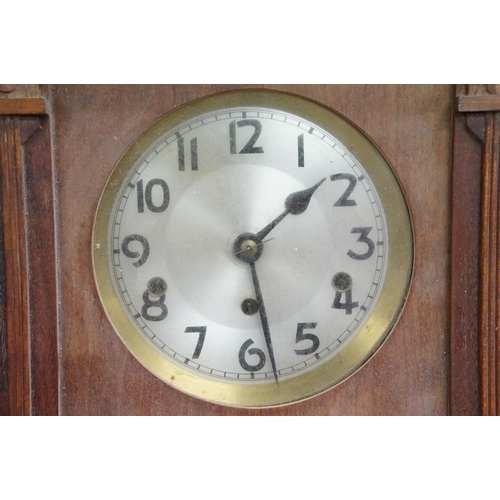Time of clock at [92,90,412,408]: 1:28
